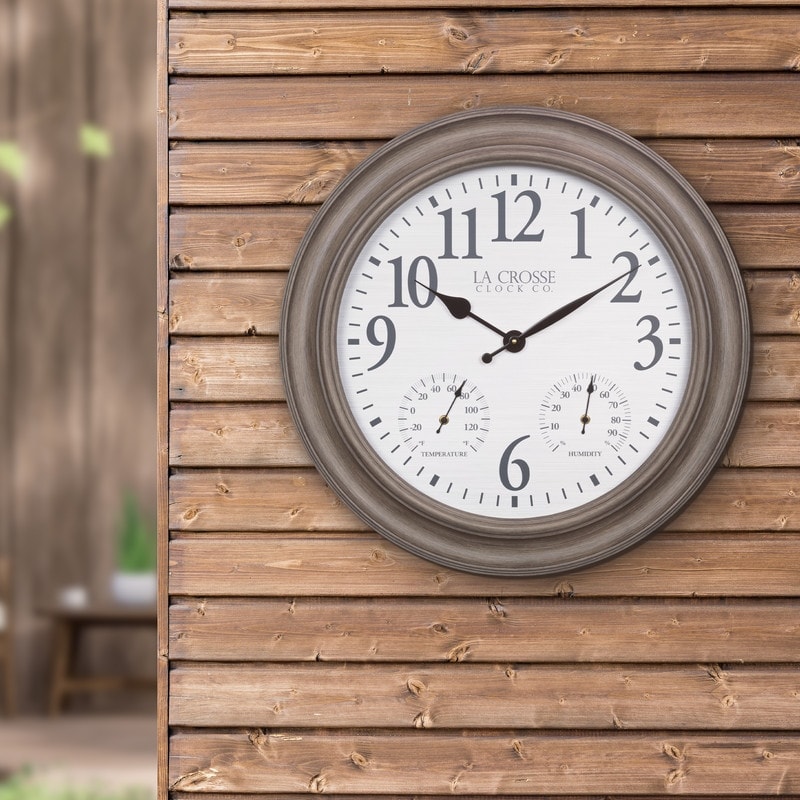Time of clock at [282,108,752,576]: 10:09
